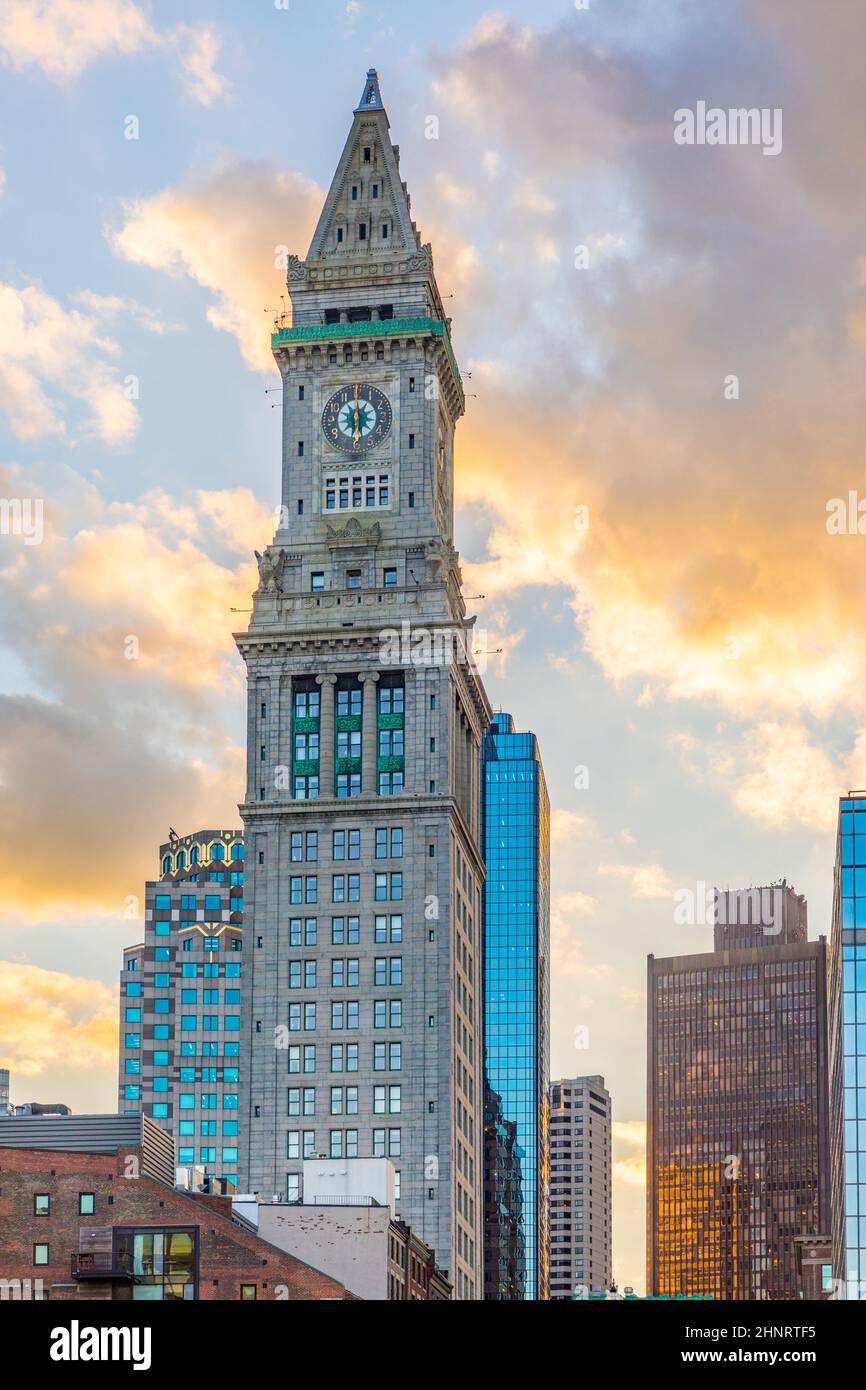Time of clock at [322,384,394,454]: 5:59
